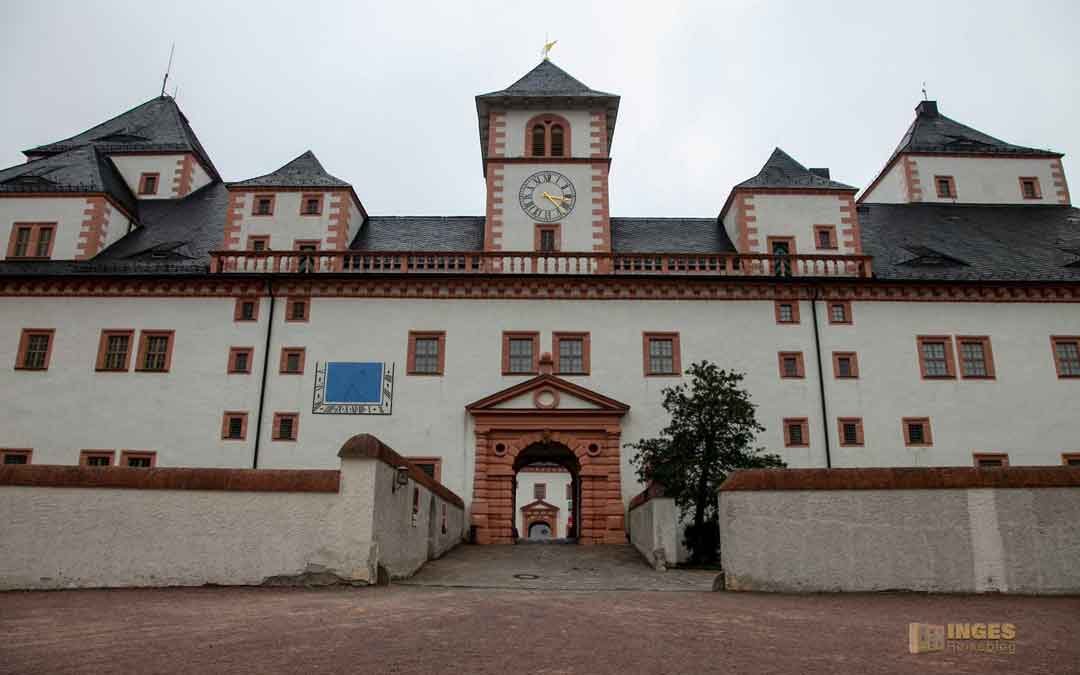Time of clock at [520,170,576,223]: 3:23
